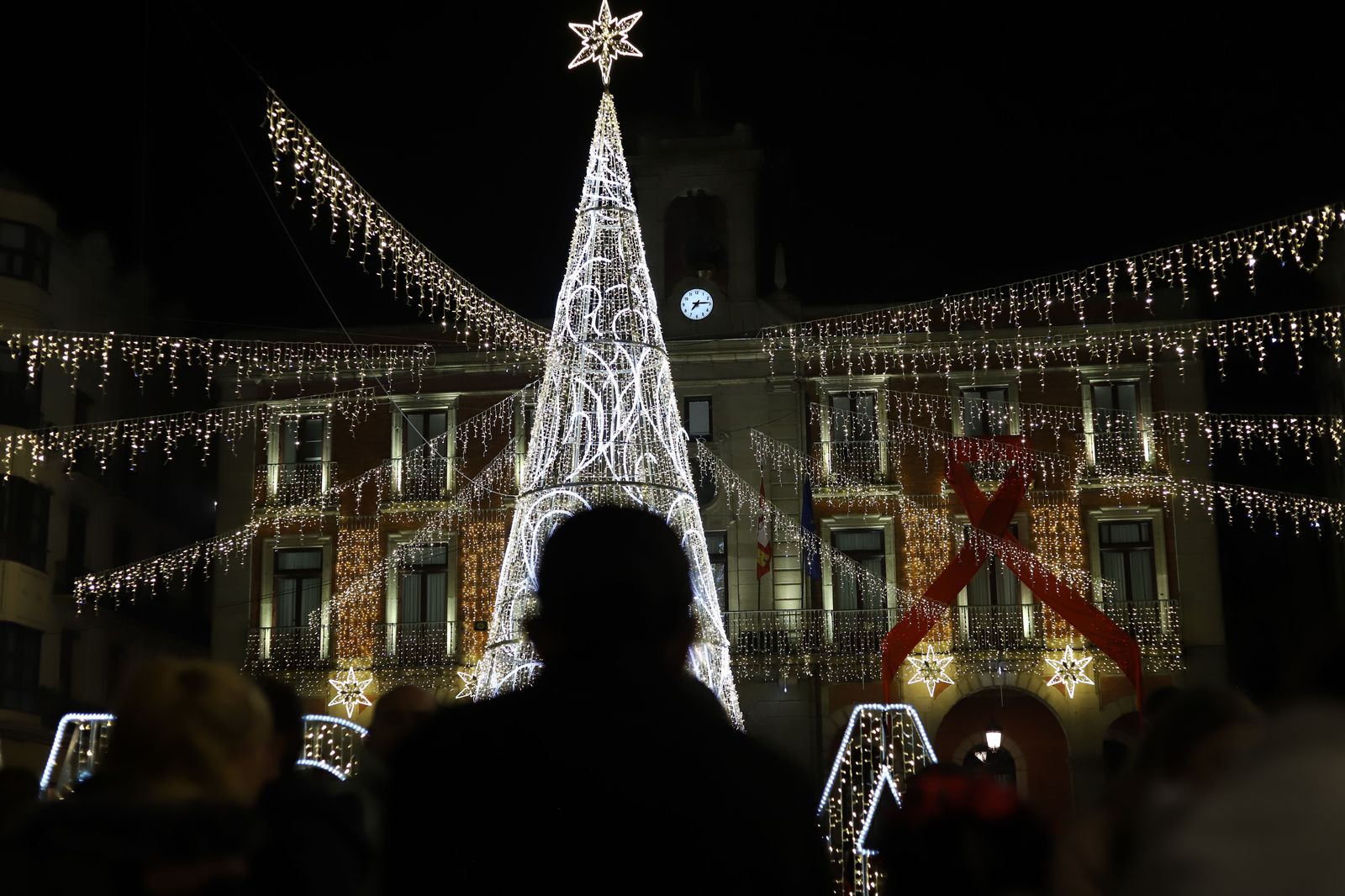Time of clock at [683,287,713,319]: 7:14
